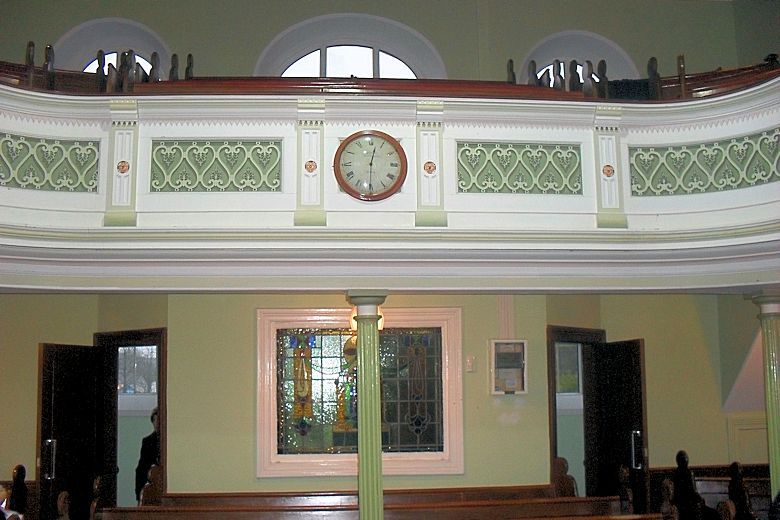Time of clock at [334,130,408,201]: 12:30
